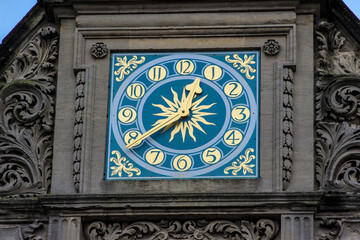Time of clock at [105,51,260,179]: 12:39
